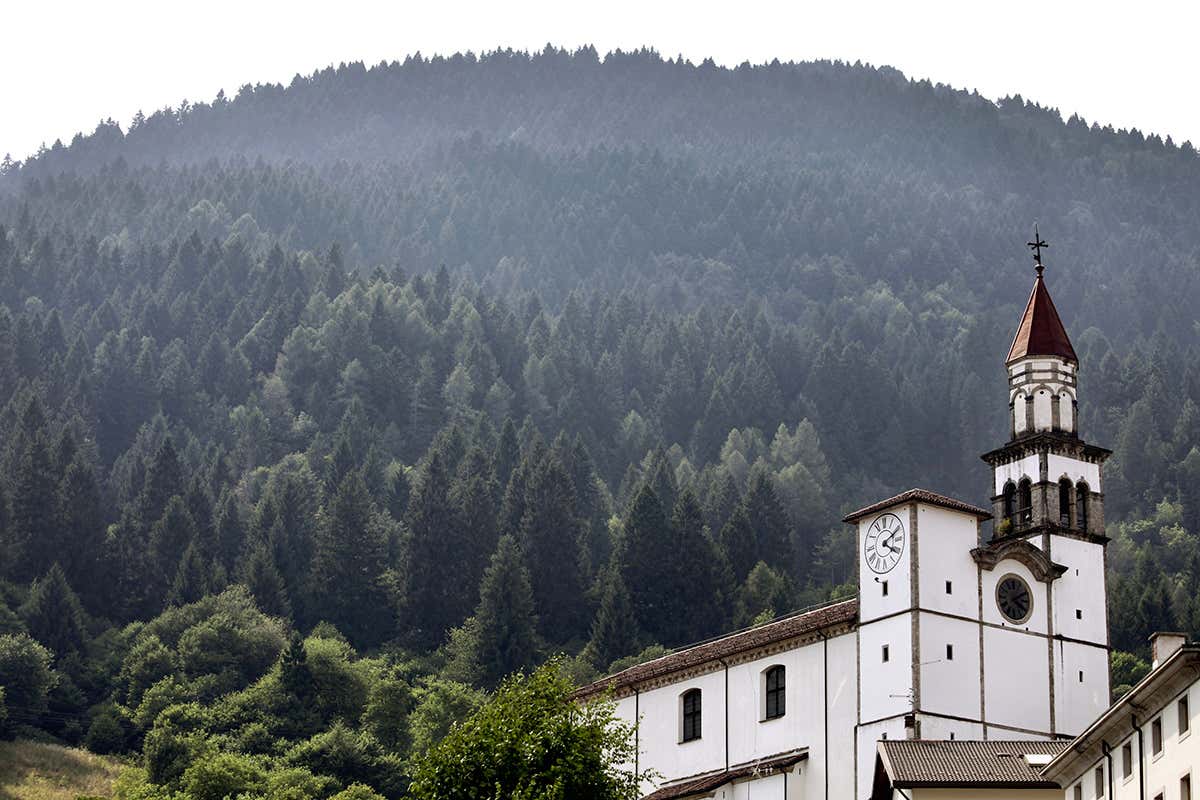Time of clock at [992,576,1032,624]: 4:10
